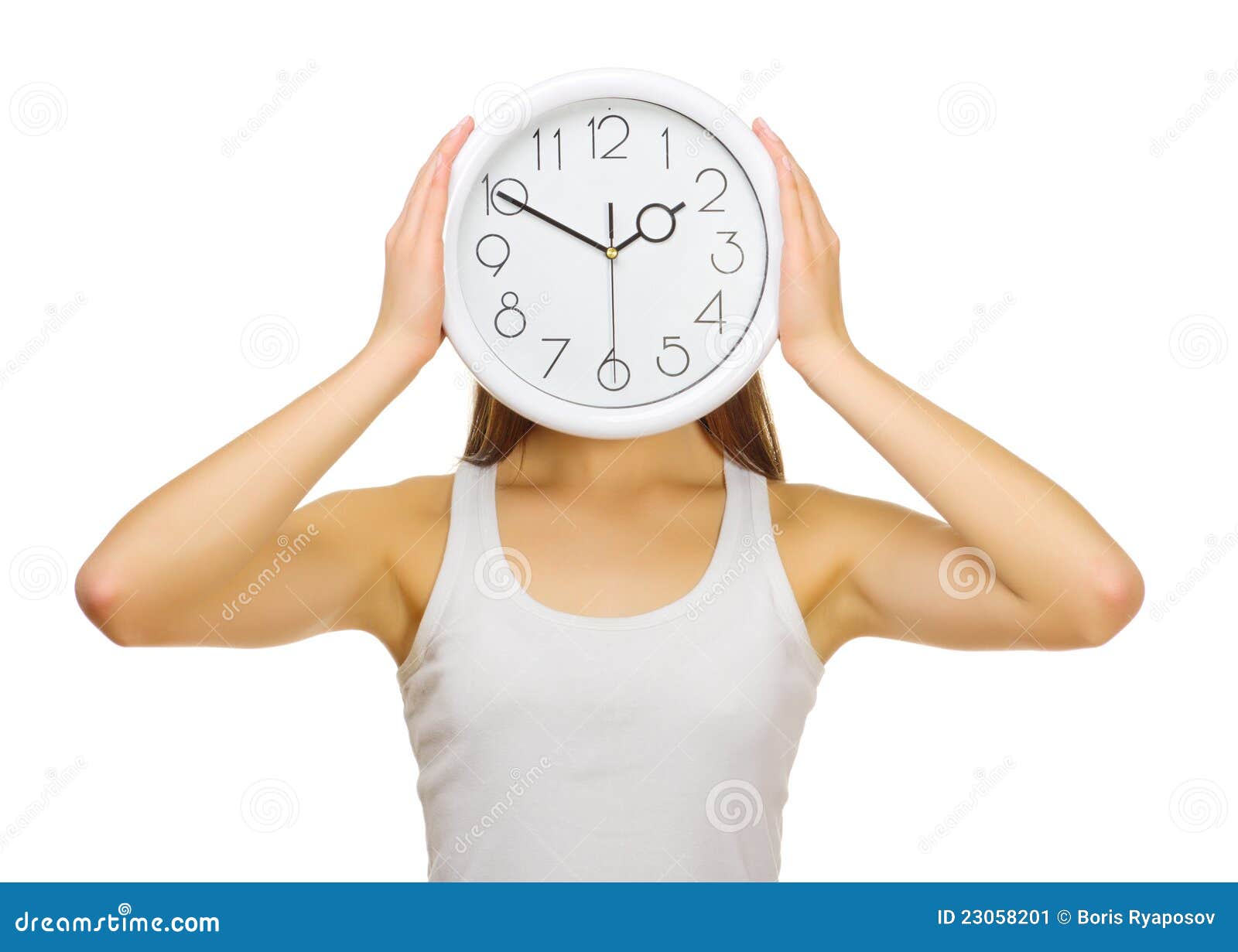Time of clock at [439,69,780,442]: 1:49
